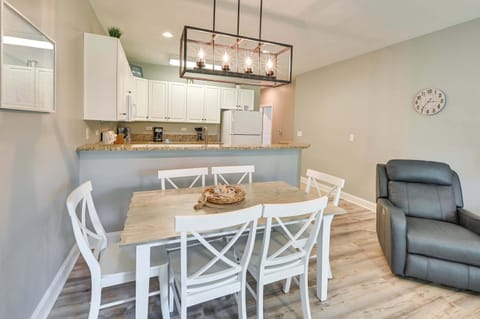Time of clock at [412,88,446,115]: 7:15
